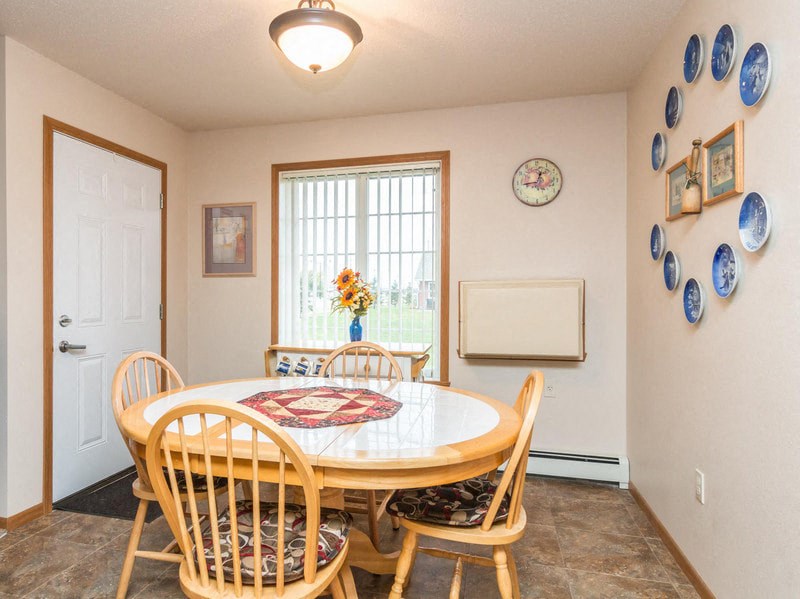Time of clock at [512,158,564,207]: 12:43
